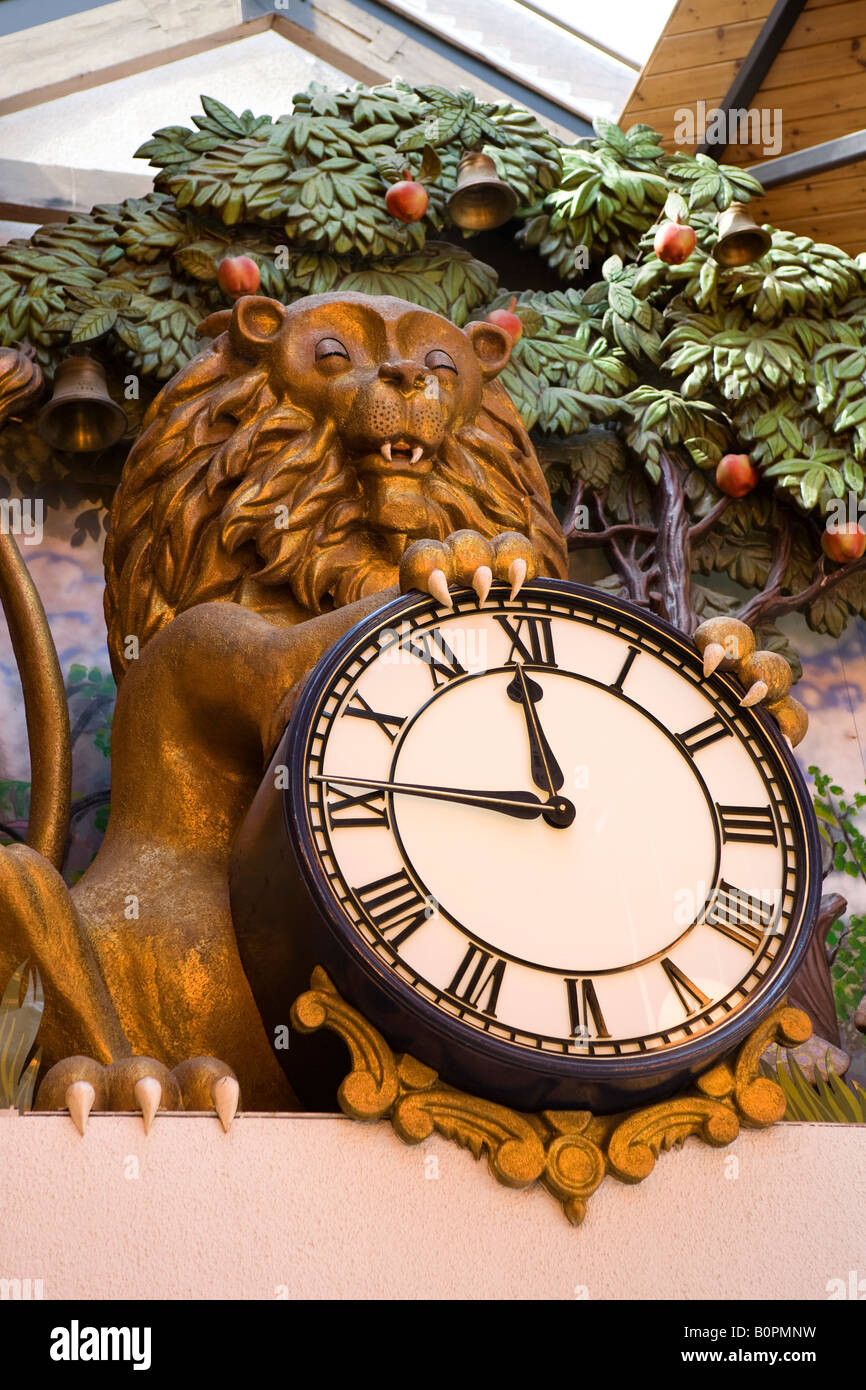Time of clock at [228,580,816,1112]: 11:45
